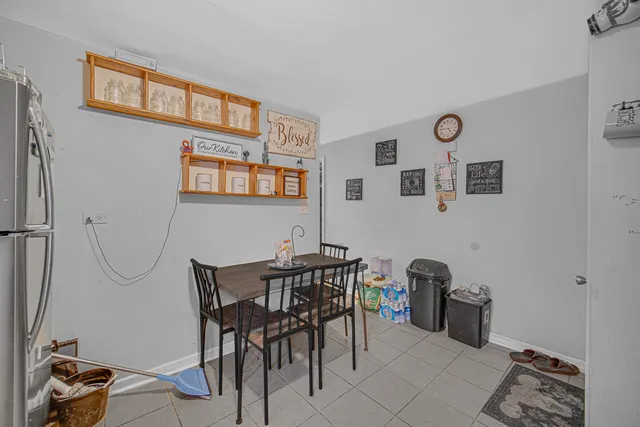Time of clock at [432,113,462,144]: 4:45
